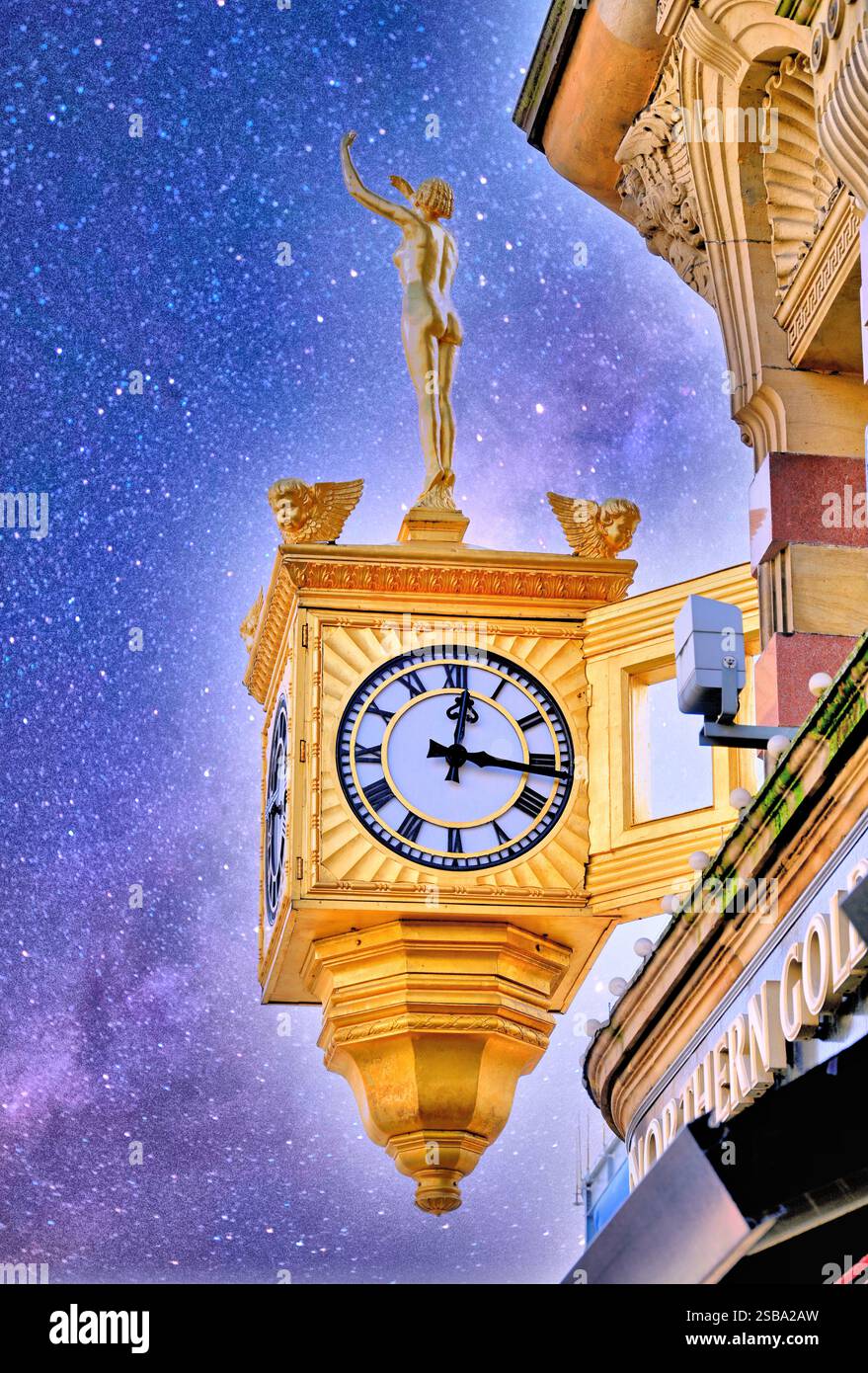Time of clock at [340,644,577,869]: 12:16
